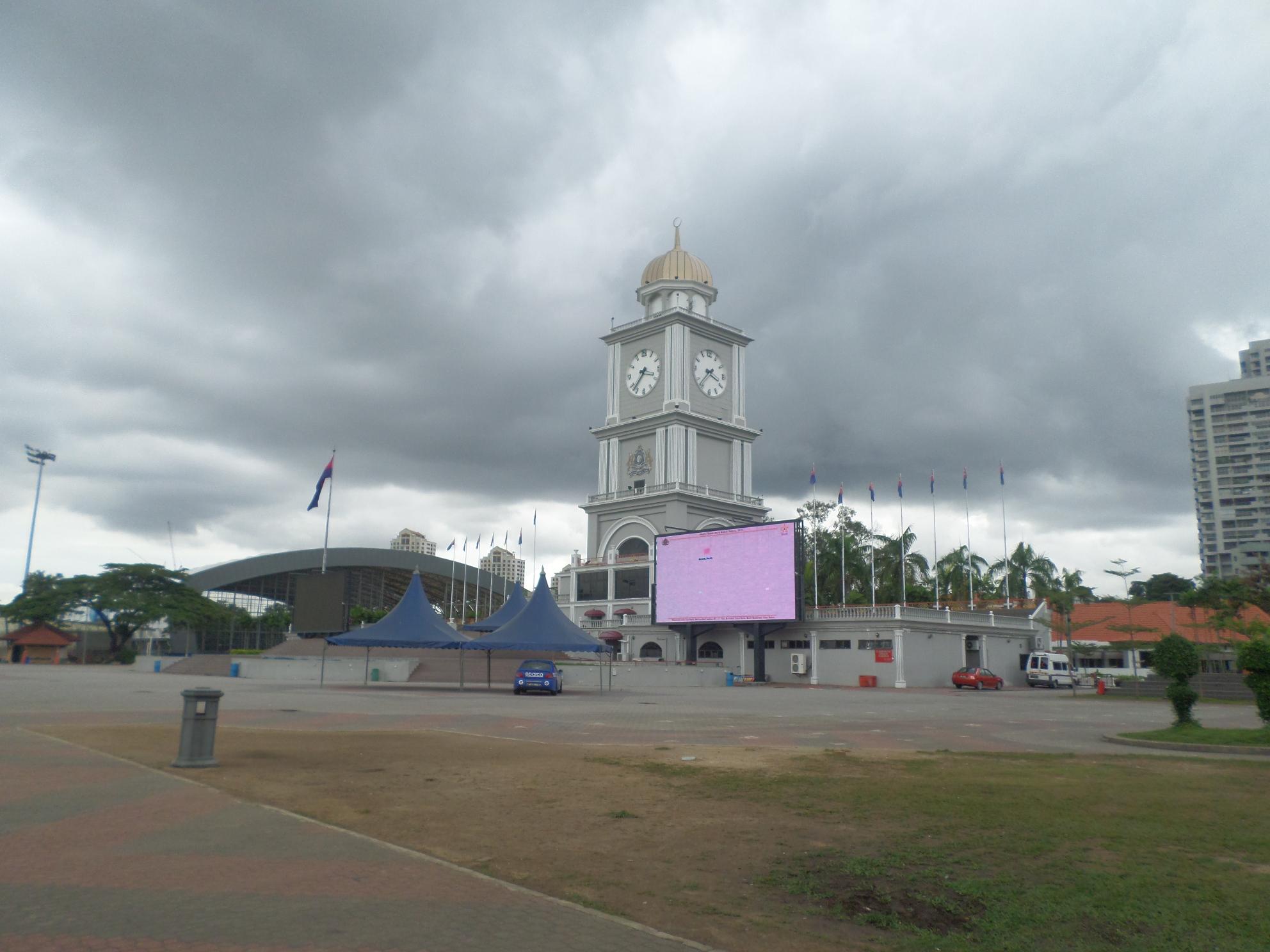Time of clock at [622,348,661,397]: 3:37
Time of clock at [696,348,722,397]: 3:37
